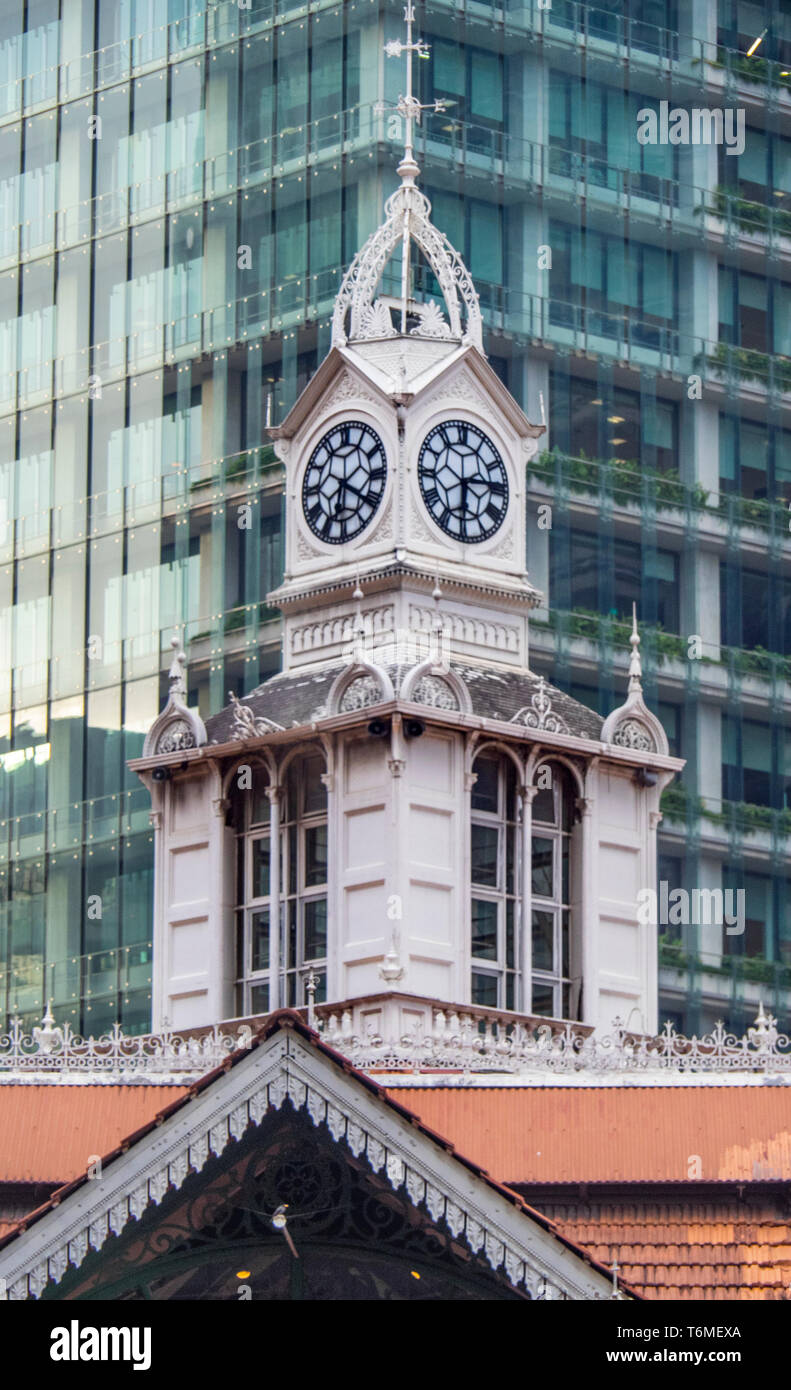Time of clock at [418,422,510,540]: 6:14
